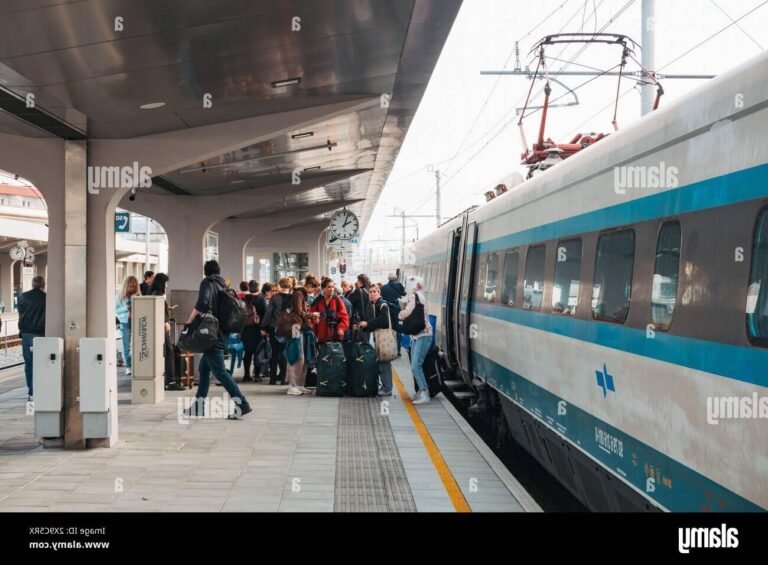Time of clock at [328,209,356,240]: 2:03
